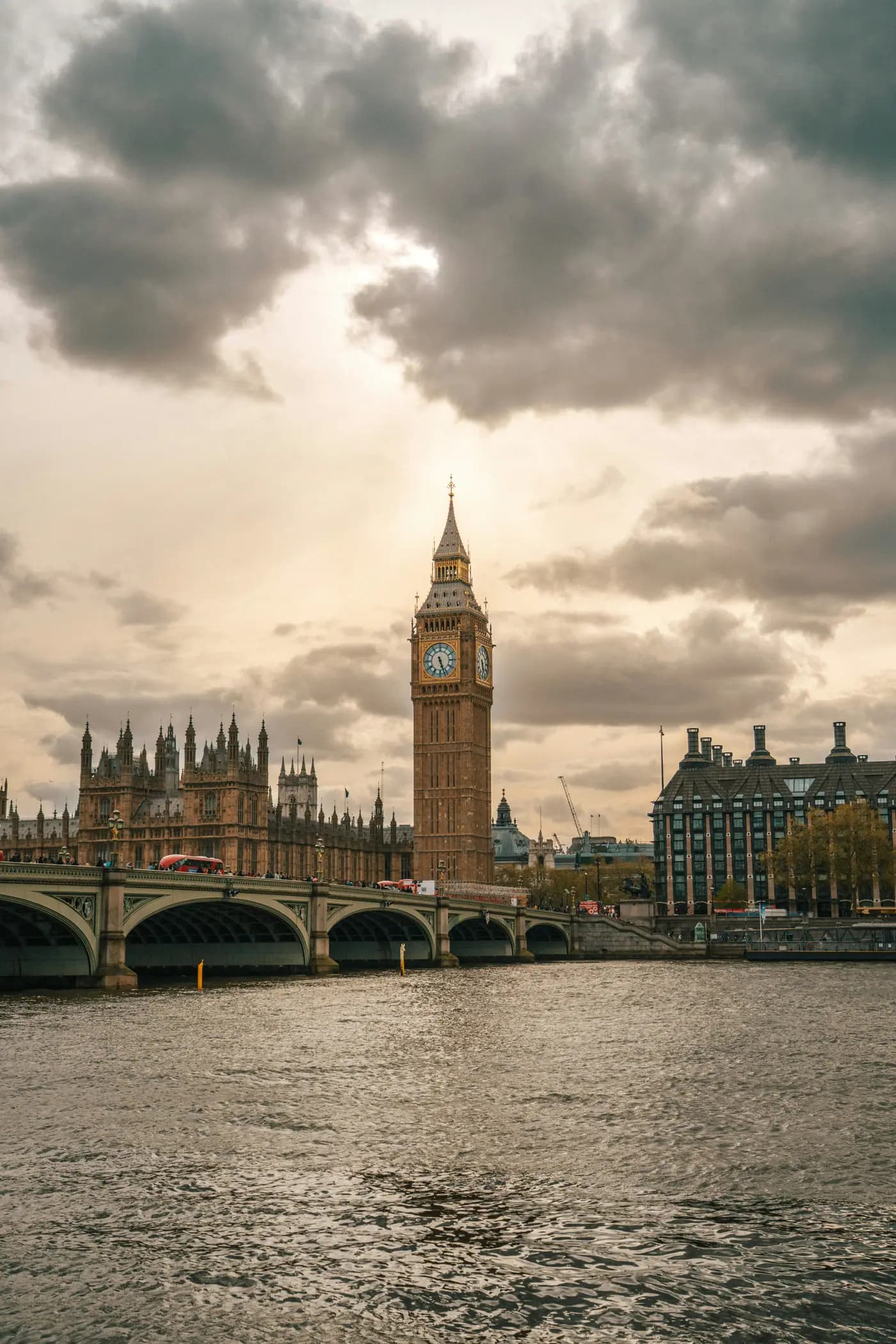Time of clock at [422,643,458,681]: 5:26
